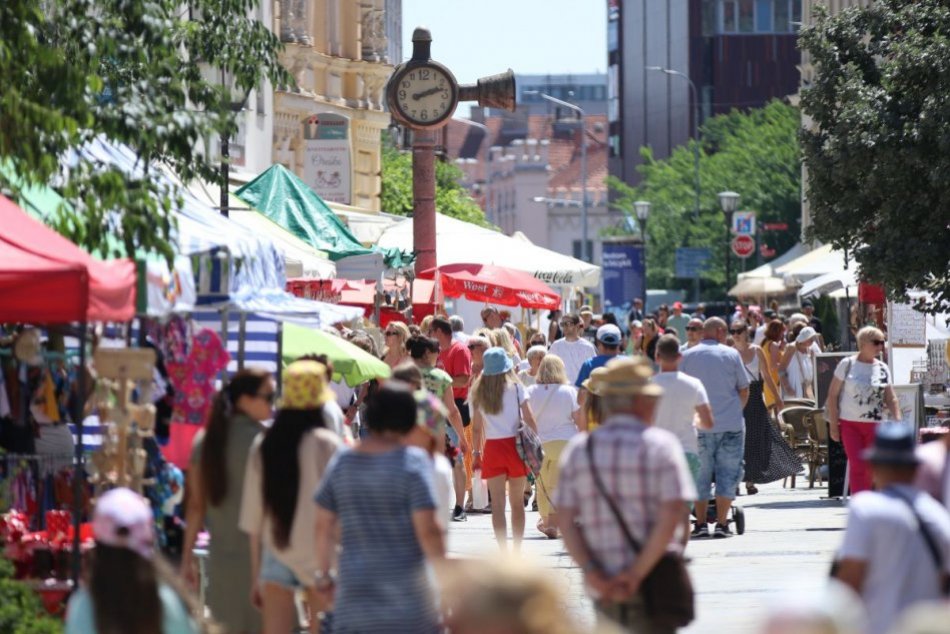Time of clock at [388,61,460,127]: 2:12
